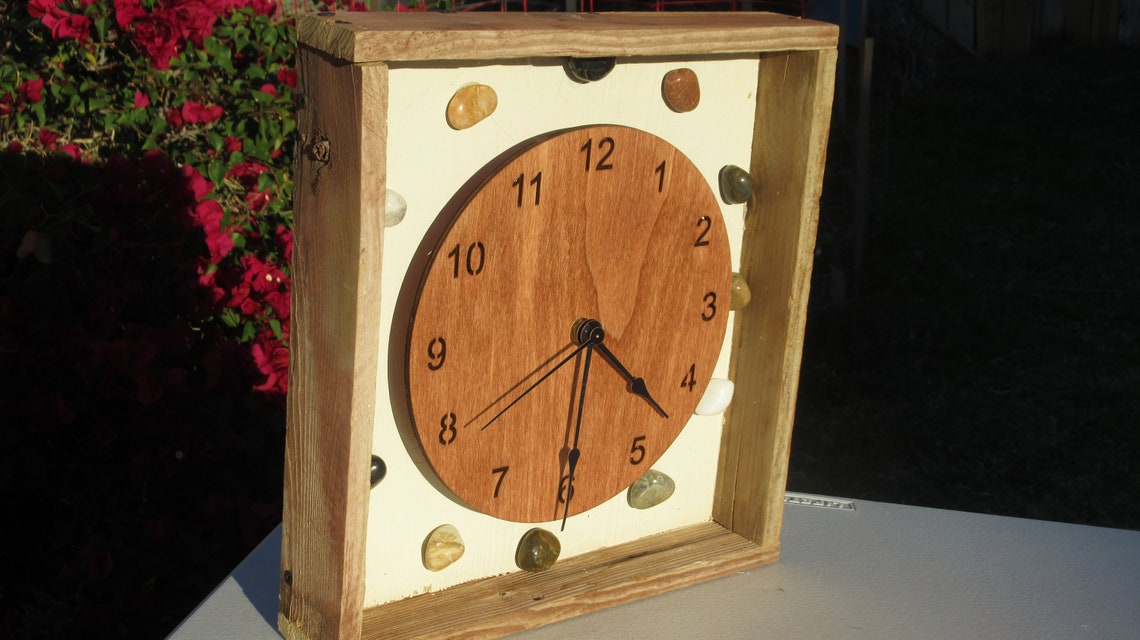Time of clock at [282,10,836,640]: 4:30
